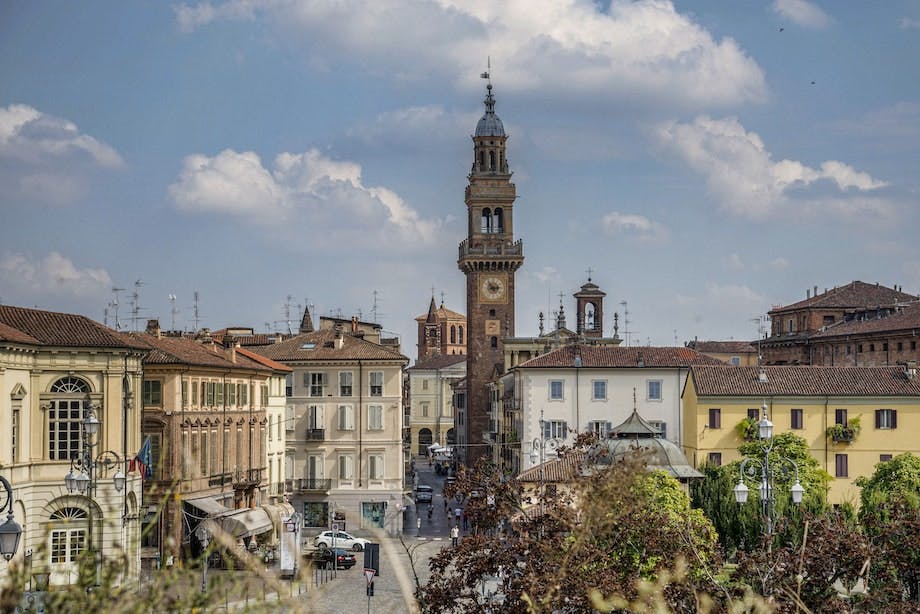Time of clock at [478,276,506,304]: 2:53
